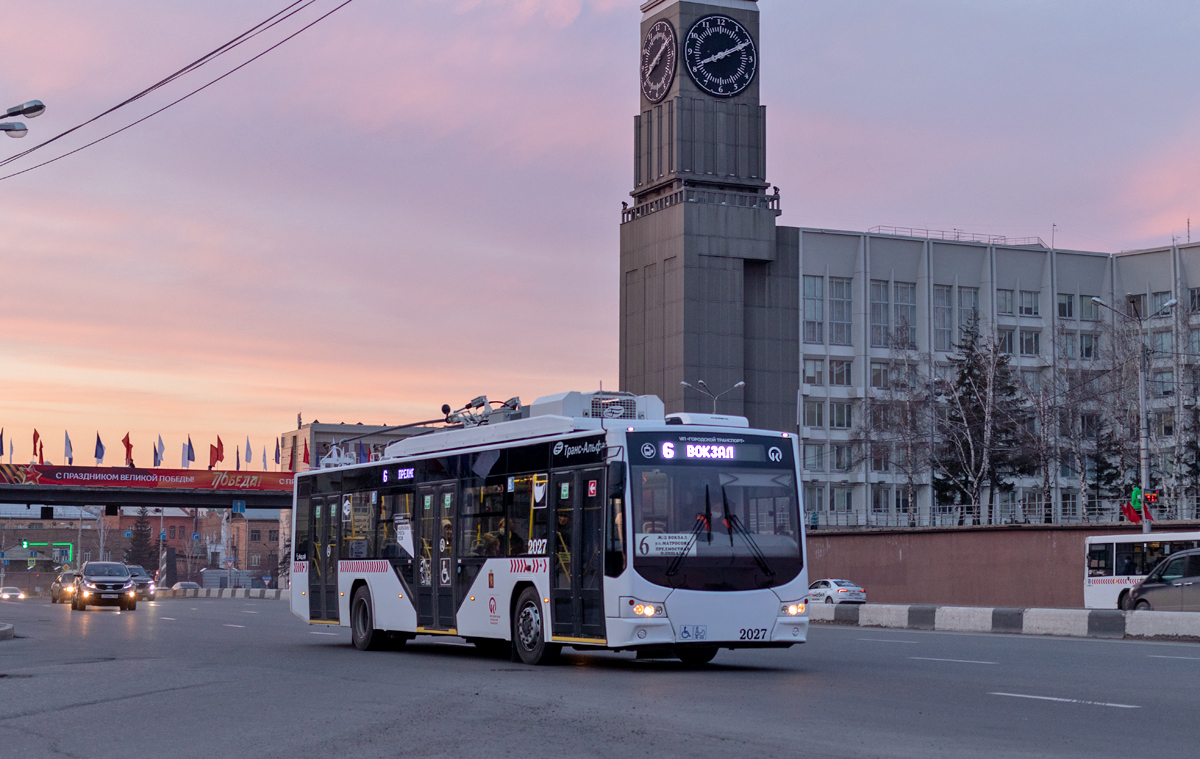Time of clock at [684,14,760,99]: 8:10
